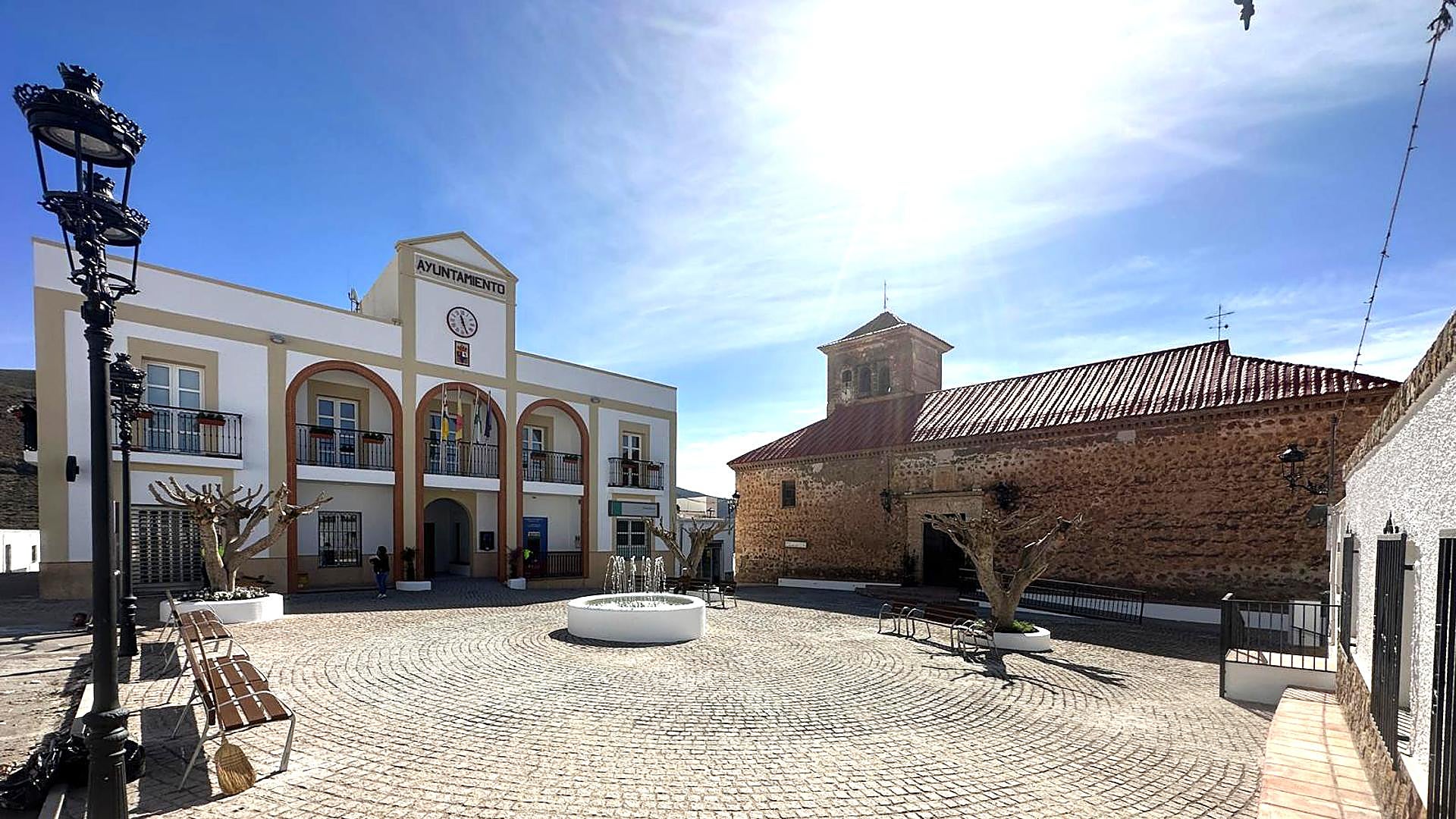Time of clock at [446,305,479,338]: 11:26
